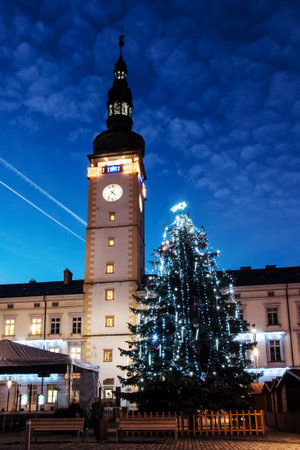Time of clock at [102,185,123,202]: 4:36
